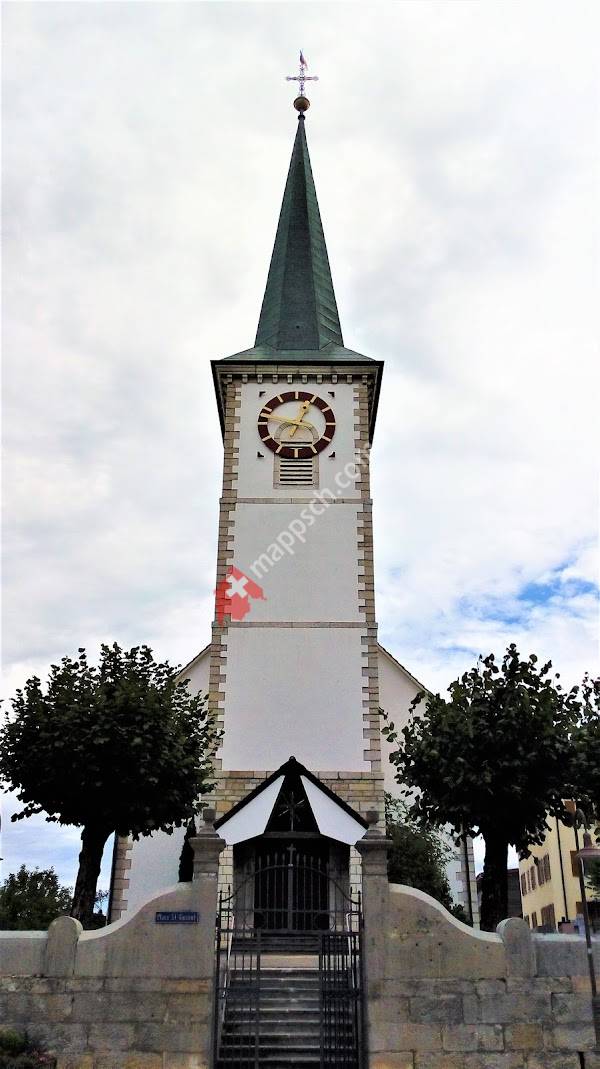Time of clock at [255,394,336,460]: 9:04
